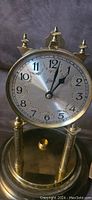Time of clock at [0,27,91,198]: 1:02
